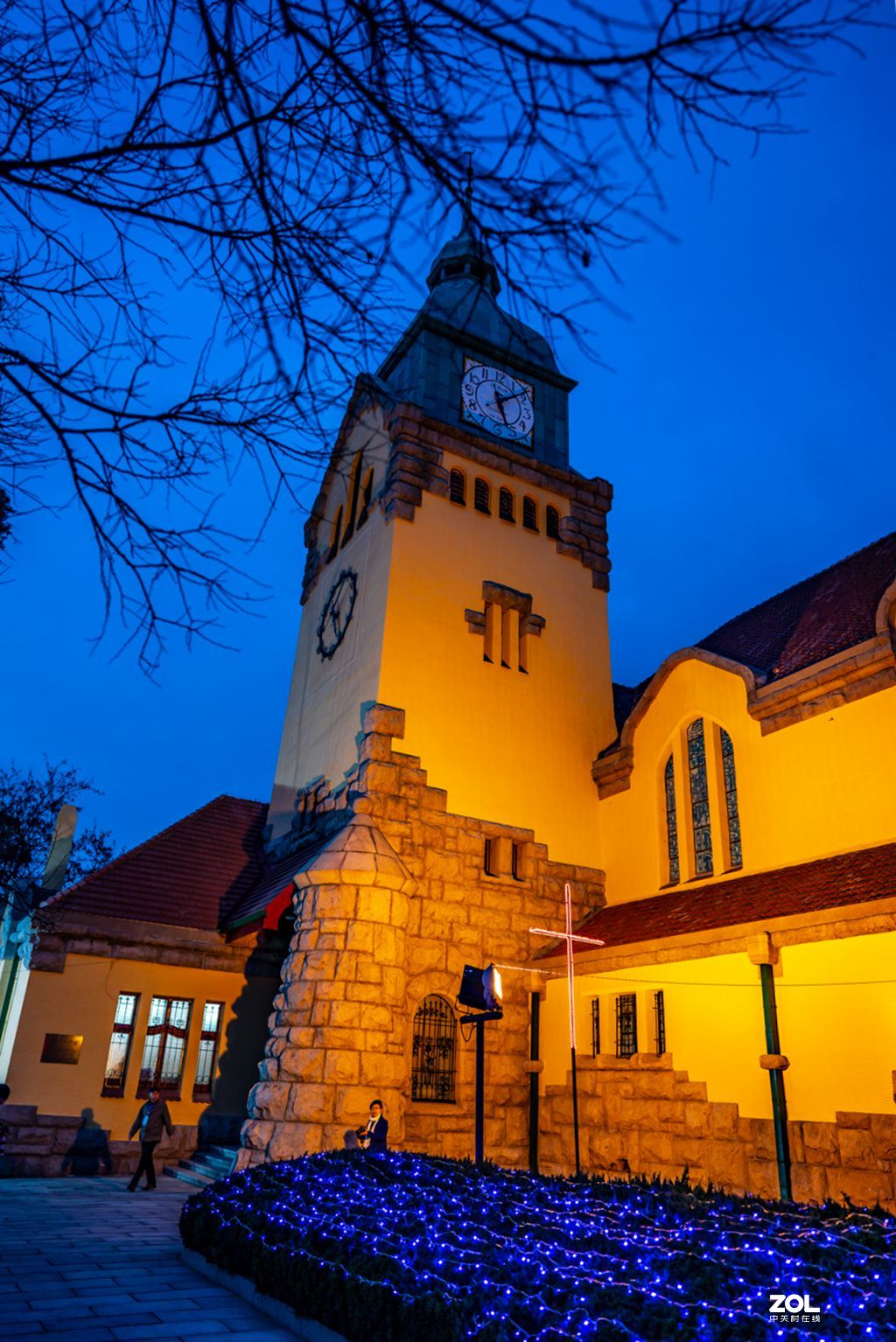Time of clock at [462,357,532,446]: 5:08
